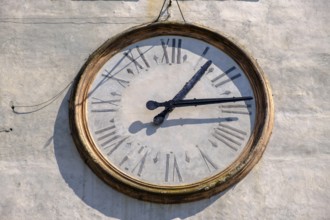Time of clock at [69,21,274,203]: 1:13
